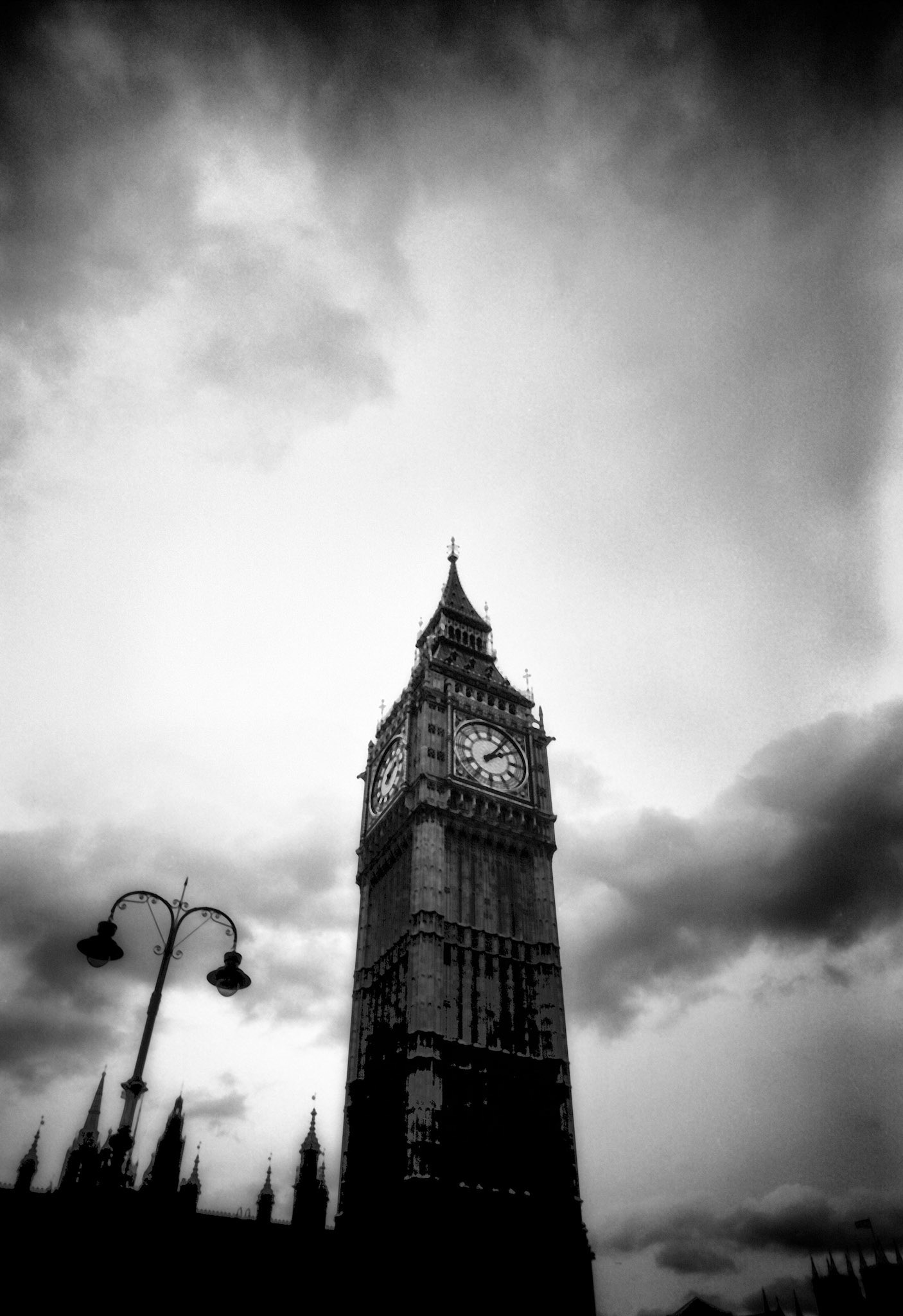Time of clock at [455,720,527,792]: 2:06
